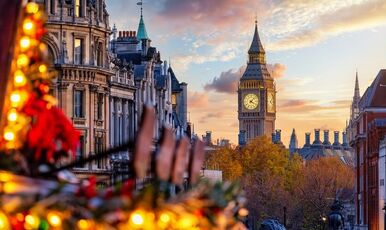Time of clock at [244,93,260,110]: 4:07
